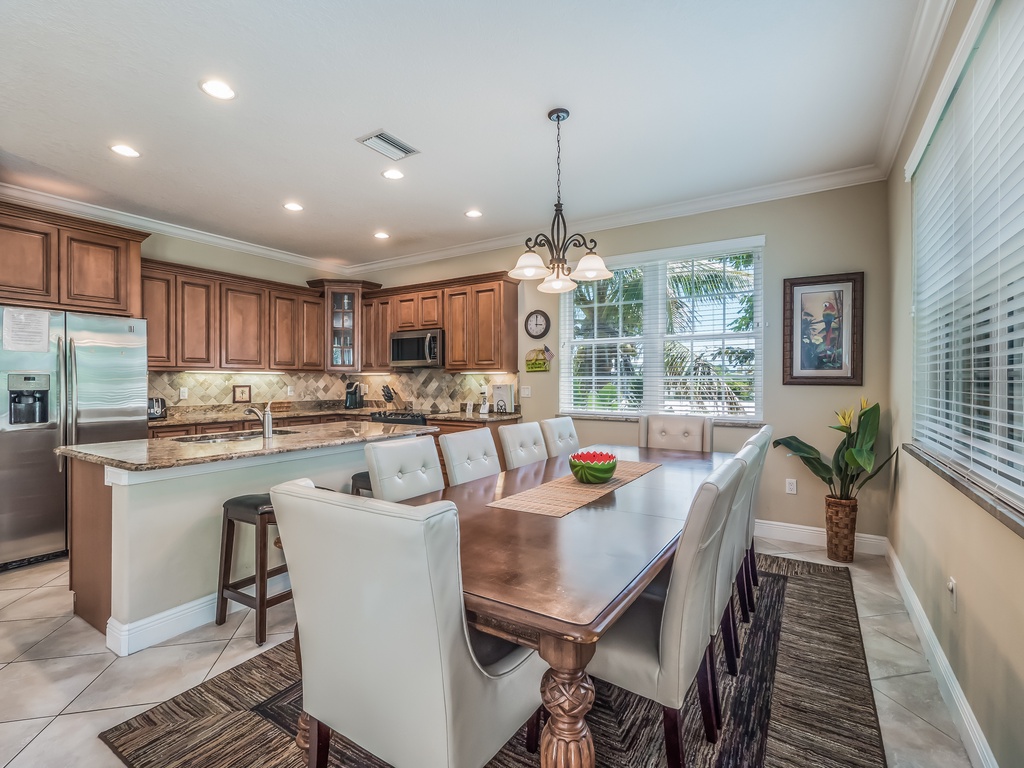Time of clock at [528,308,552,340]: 2:59
